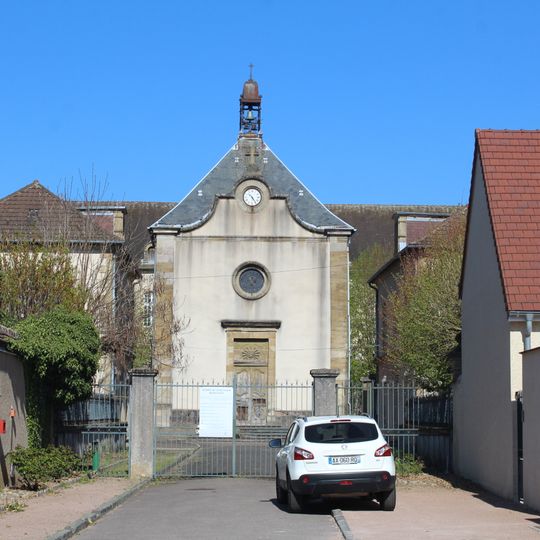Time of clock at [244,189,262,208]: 10:24
